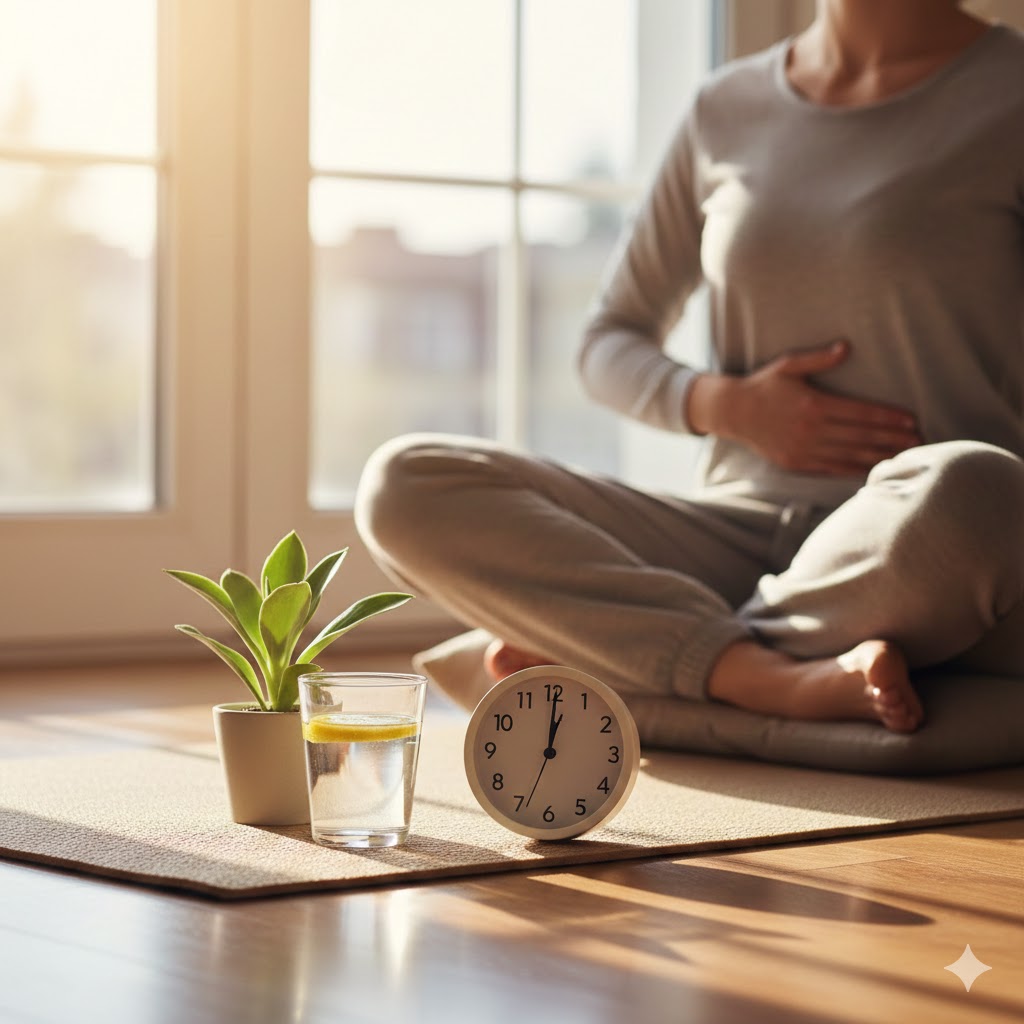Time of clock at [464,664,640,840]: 12:00
